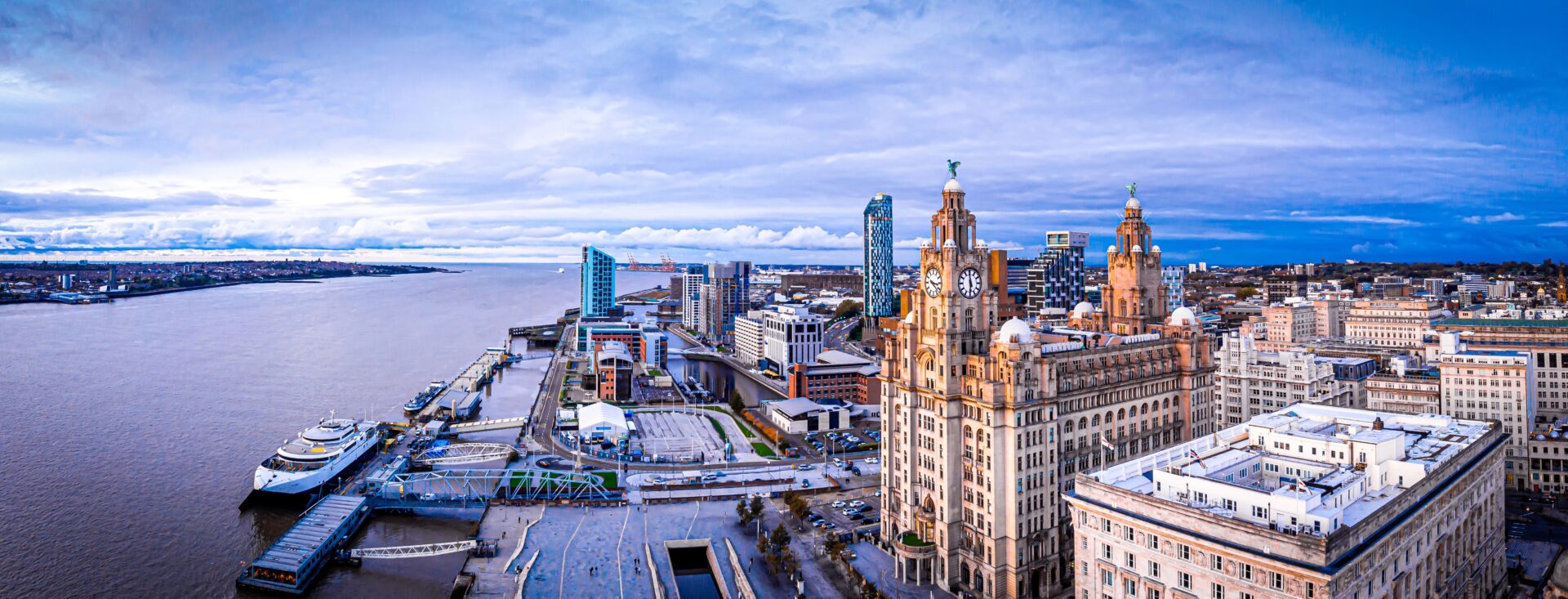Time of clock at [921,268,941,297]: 3:22
